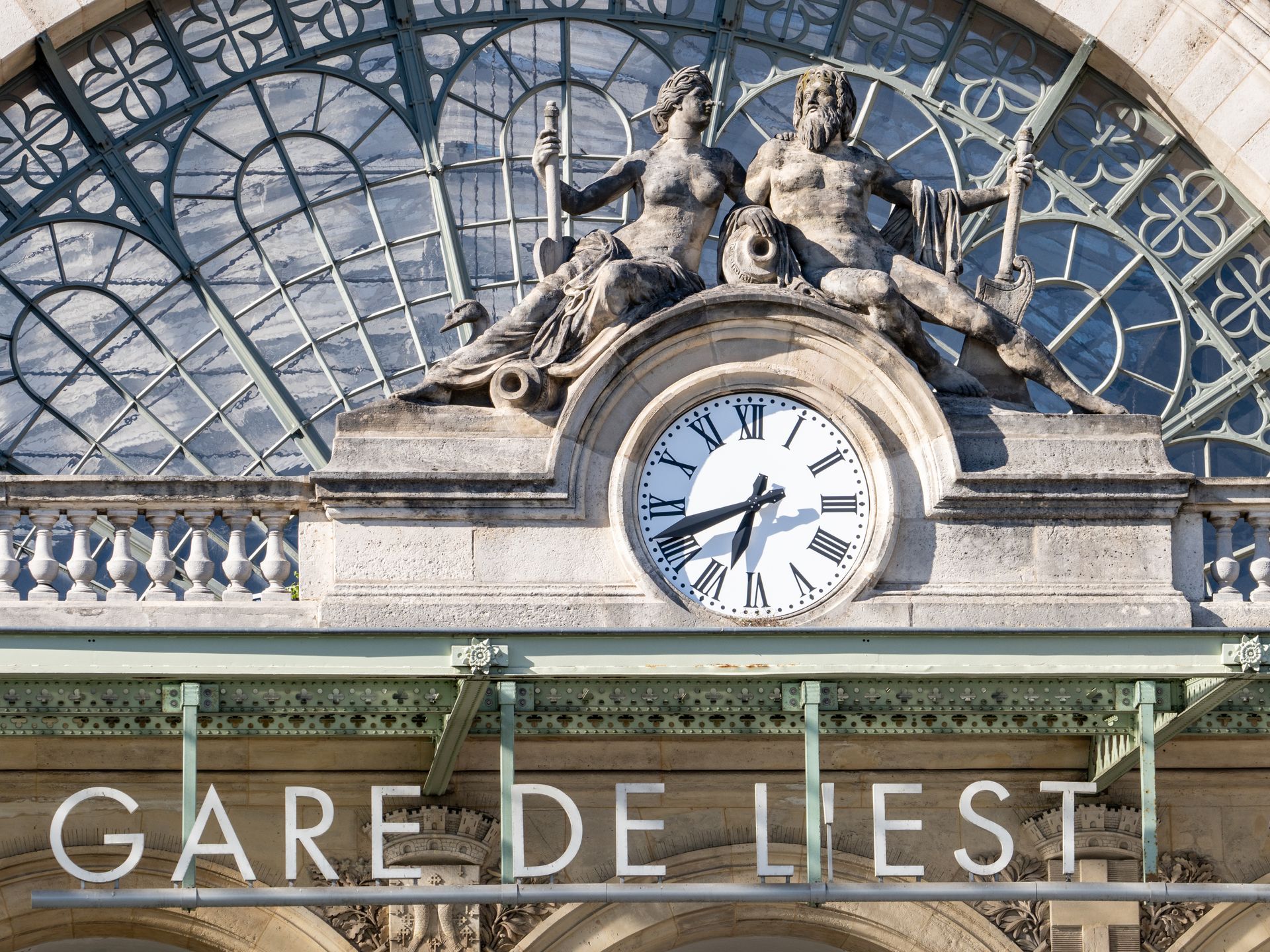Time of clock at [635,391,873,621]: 6:41
